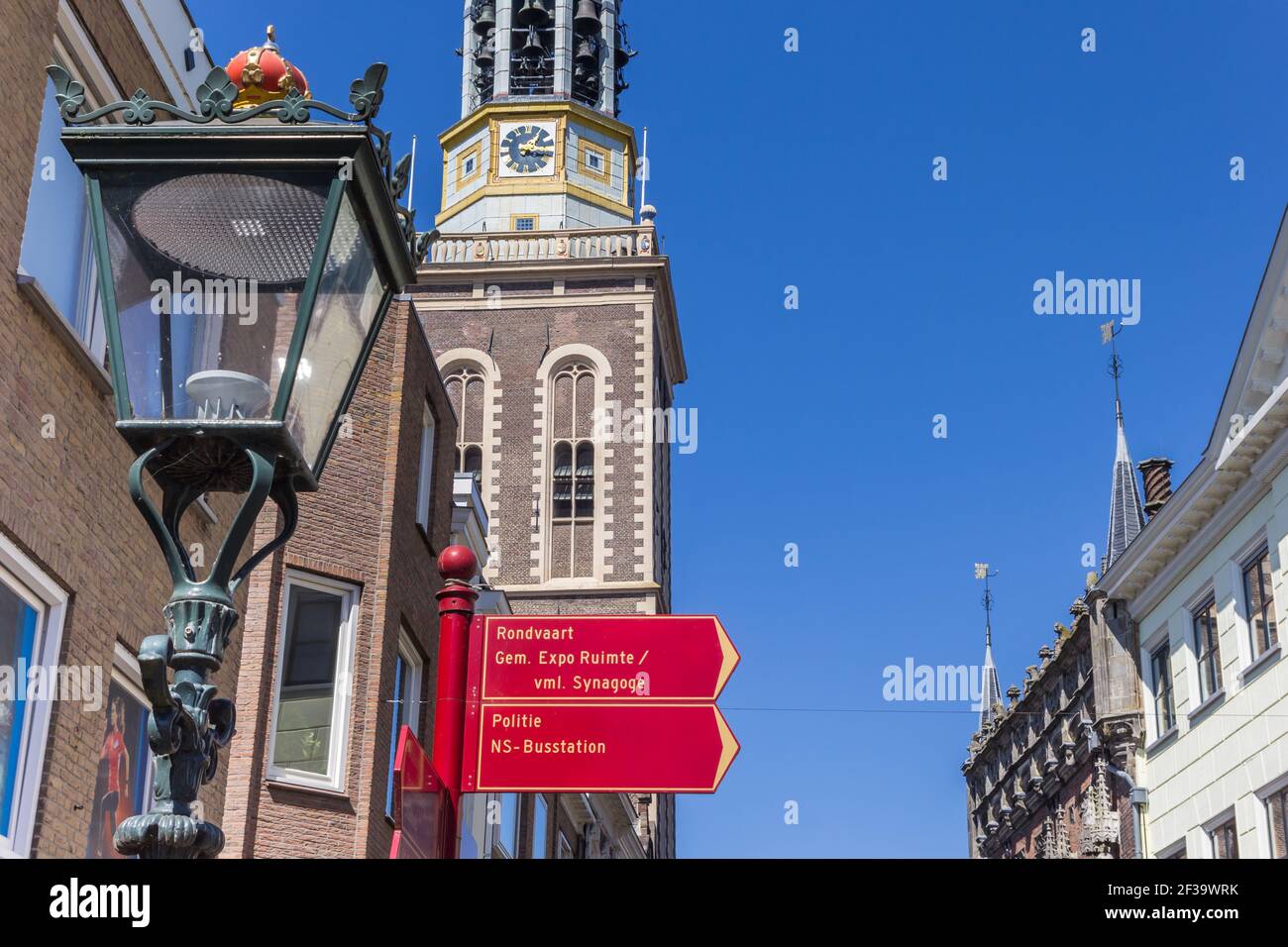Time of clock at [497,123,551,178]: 1:16
